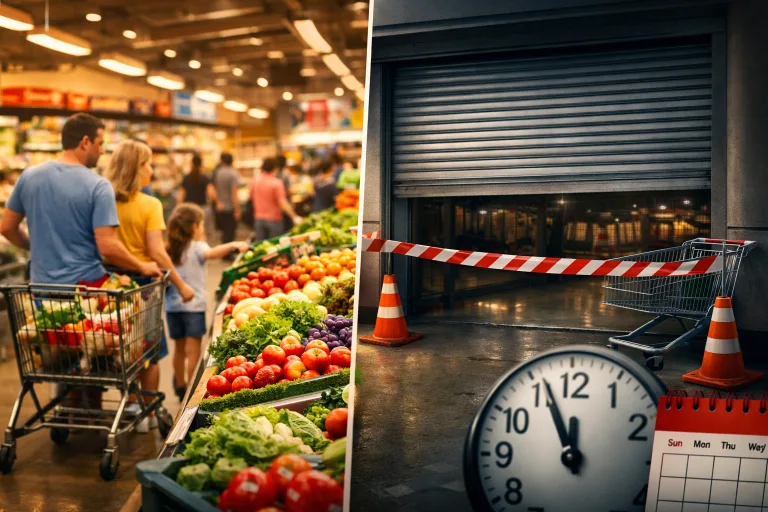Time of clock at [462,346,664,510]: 11:56
